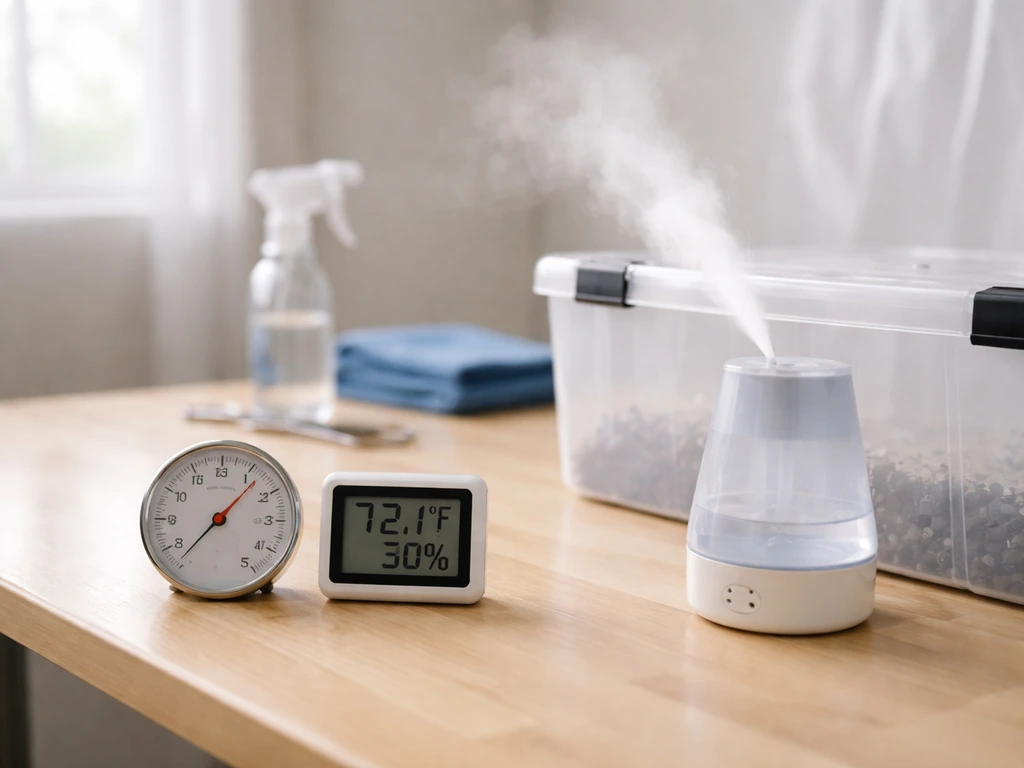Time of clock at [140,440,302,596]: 1:36
